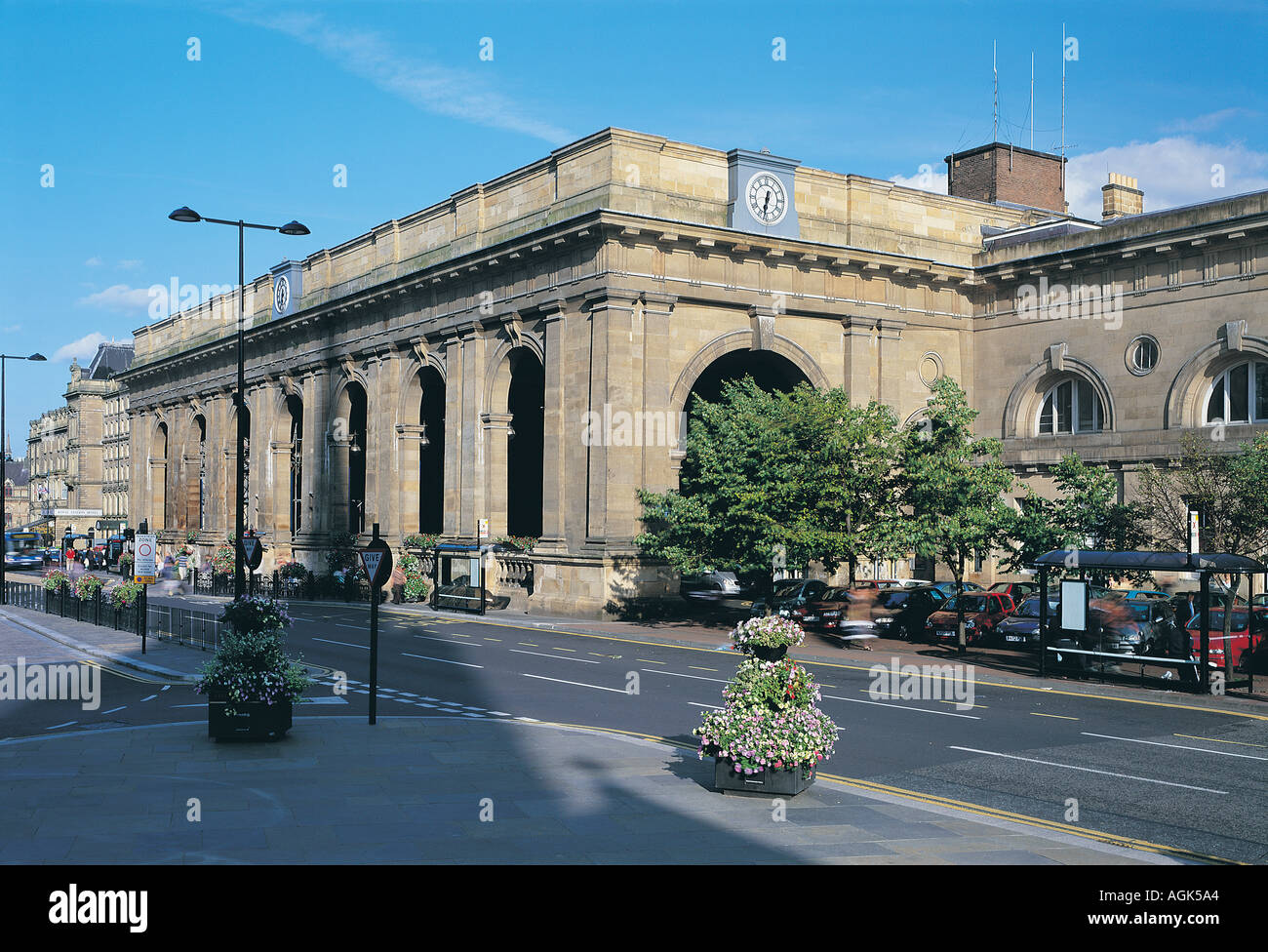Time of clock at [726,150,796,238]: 6:32
